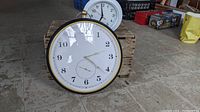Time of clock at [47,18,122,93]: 2:21
